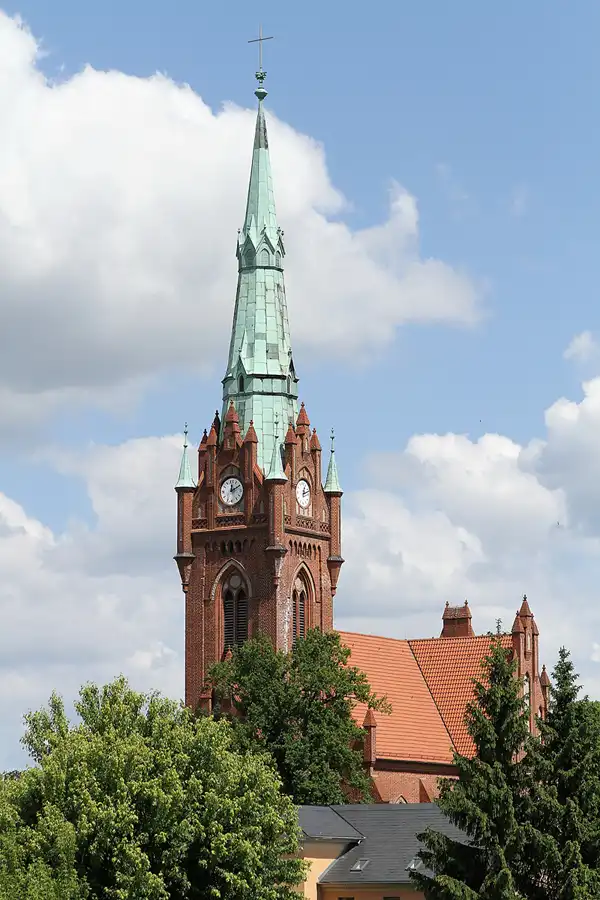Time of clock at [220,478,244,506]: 12:10
